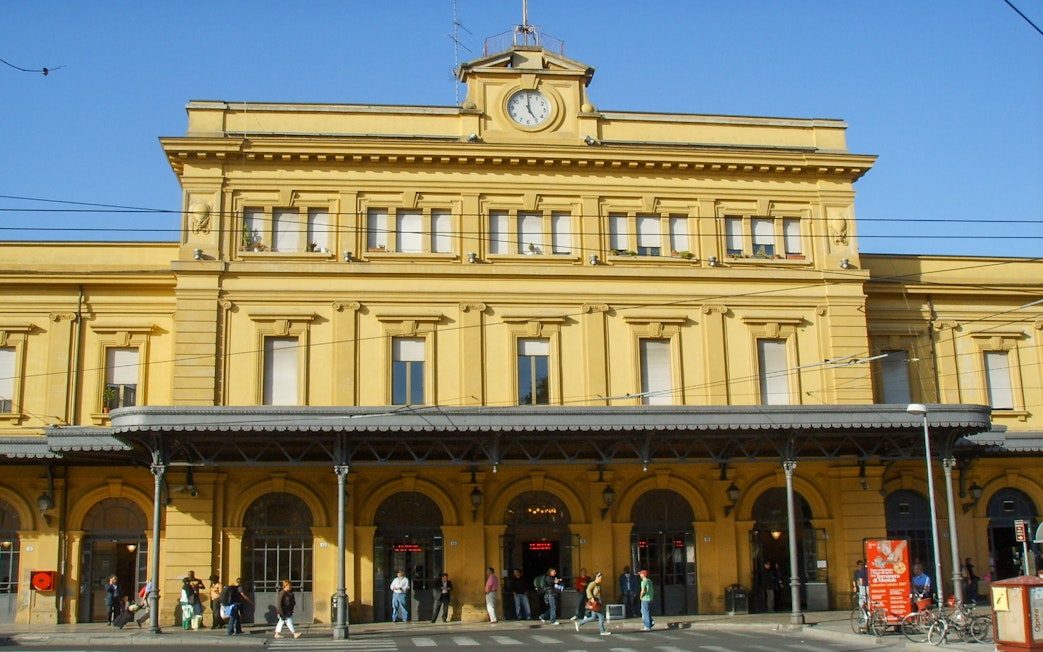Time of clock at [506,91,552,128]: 4:59
